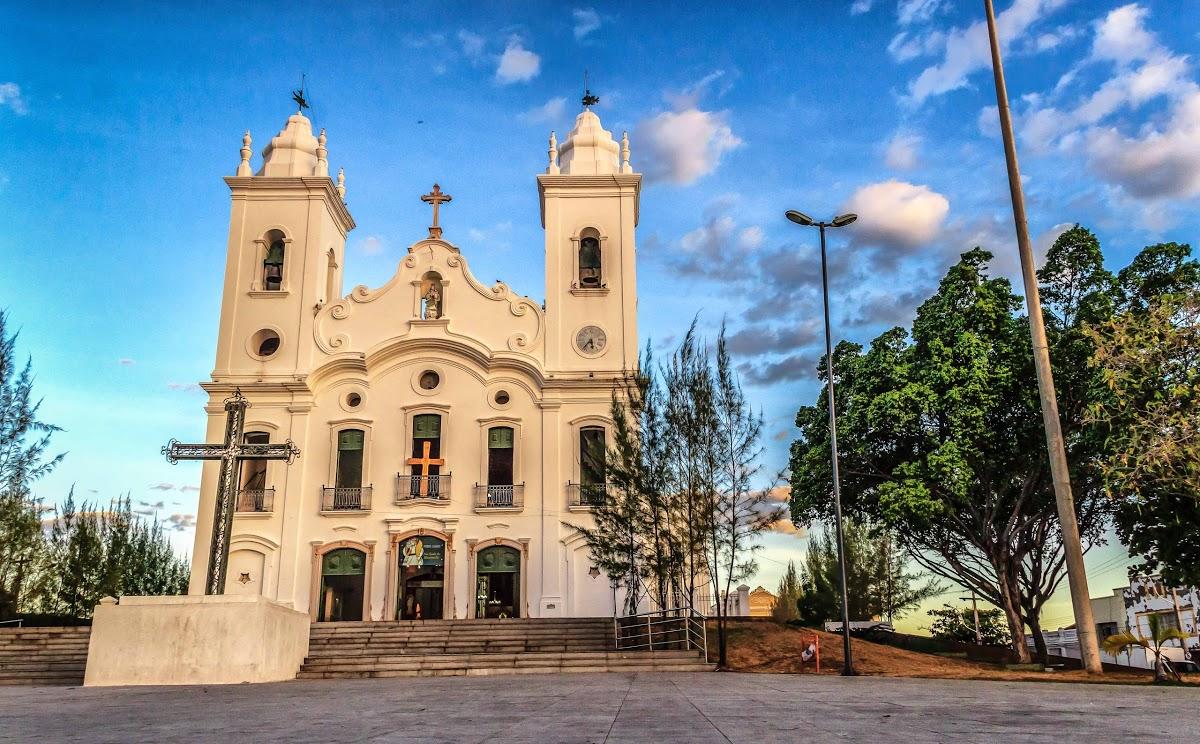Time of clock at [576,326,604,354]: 5:36
